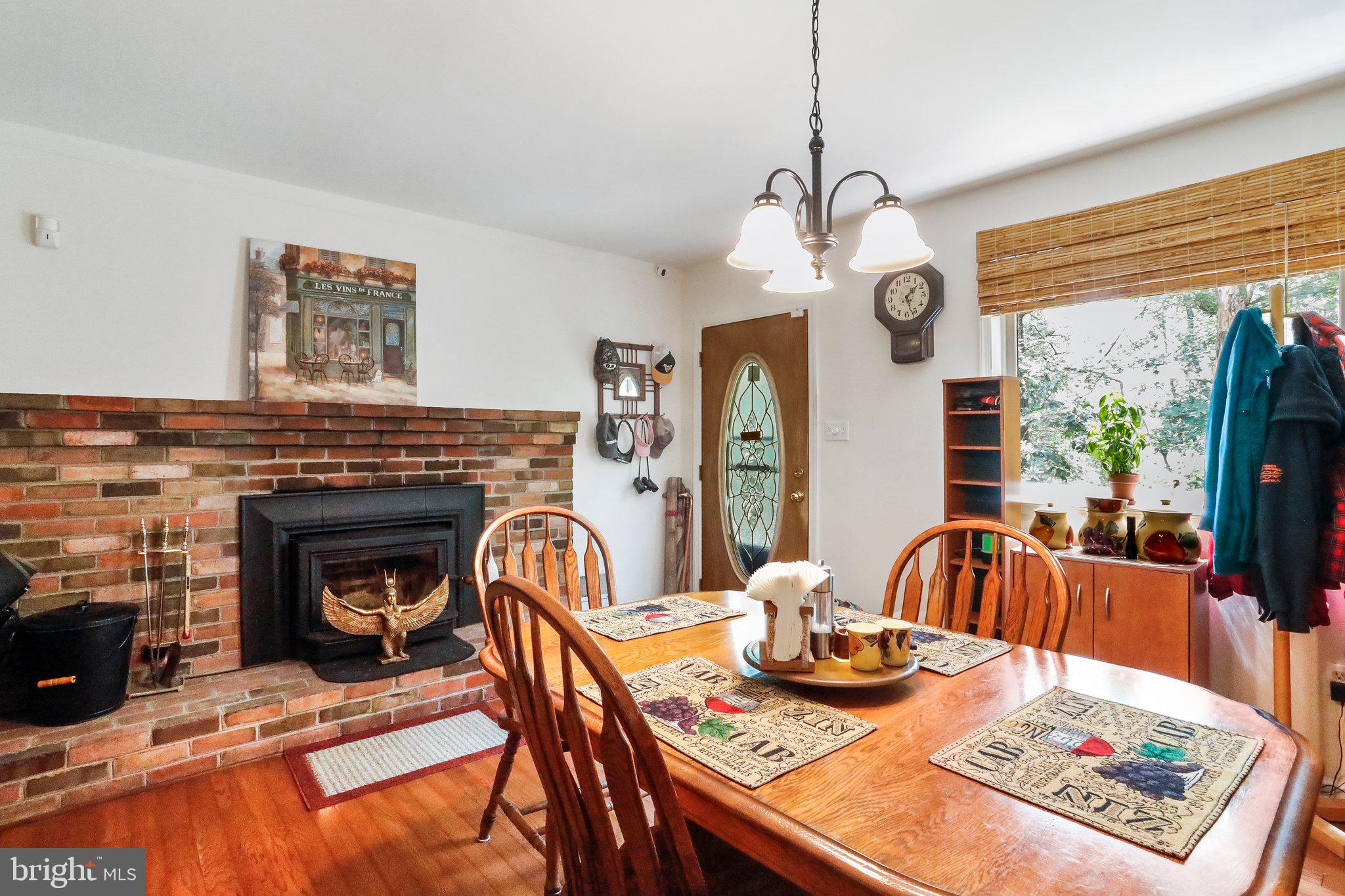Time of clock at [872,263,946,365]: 1:26
